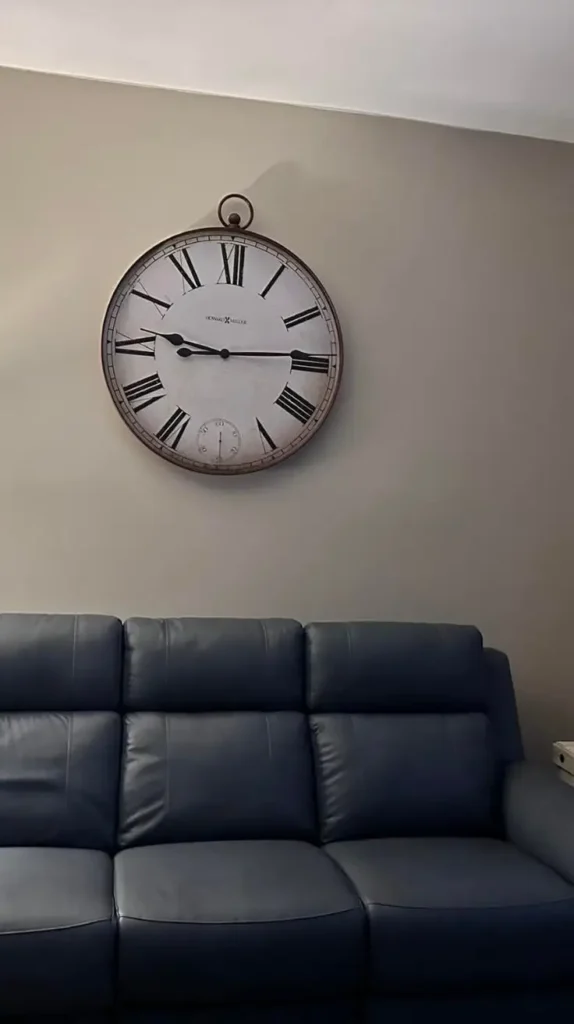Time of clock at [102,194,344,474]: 9:13
